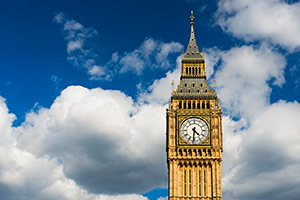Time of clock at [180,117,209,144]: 4:31
